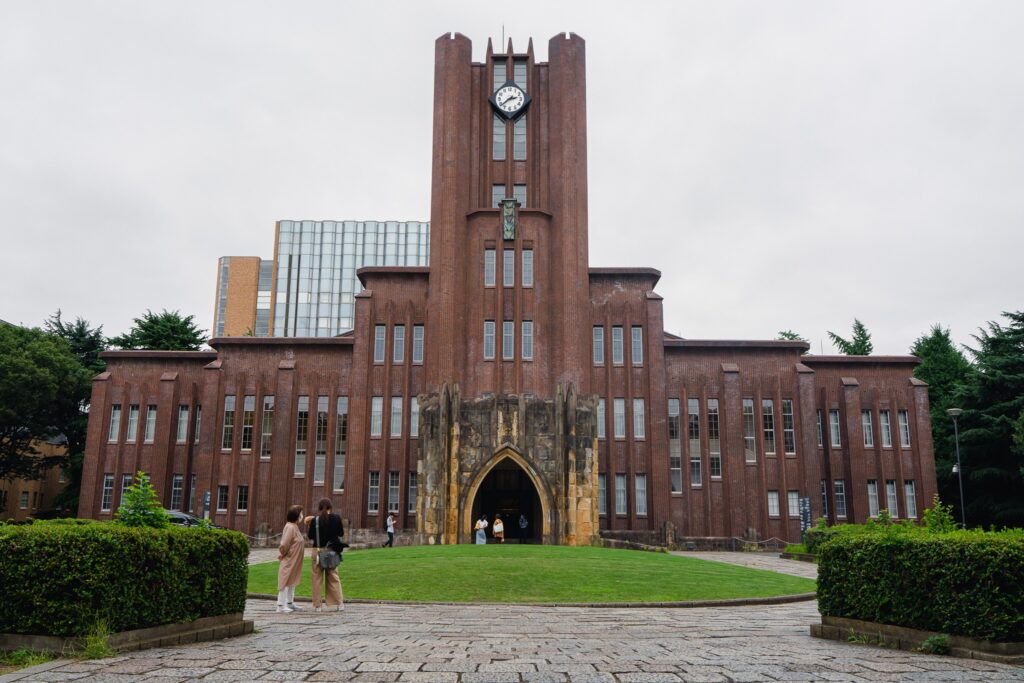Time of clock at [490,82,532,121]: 2:38
